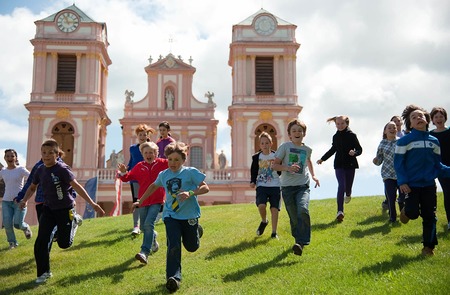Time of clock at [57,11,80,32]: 11:13
